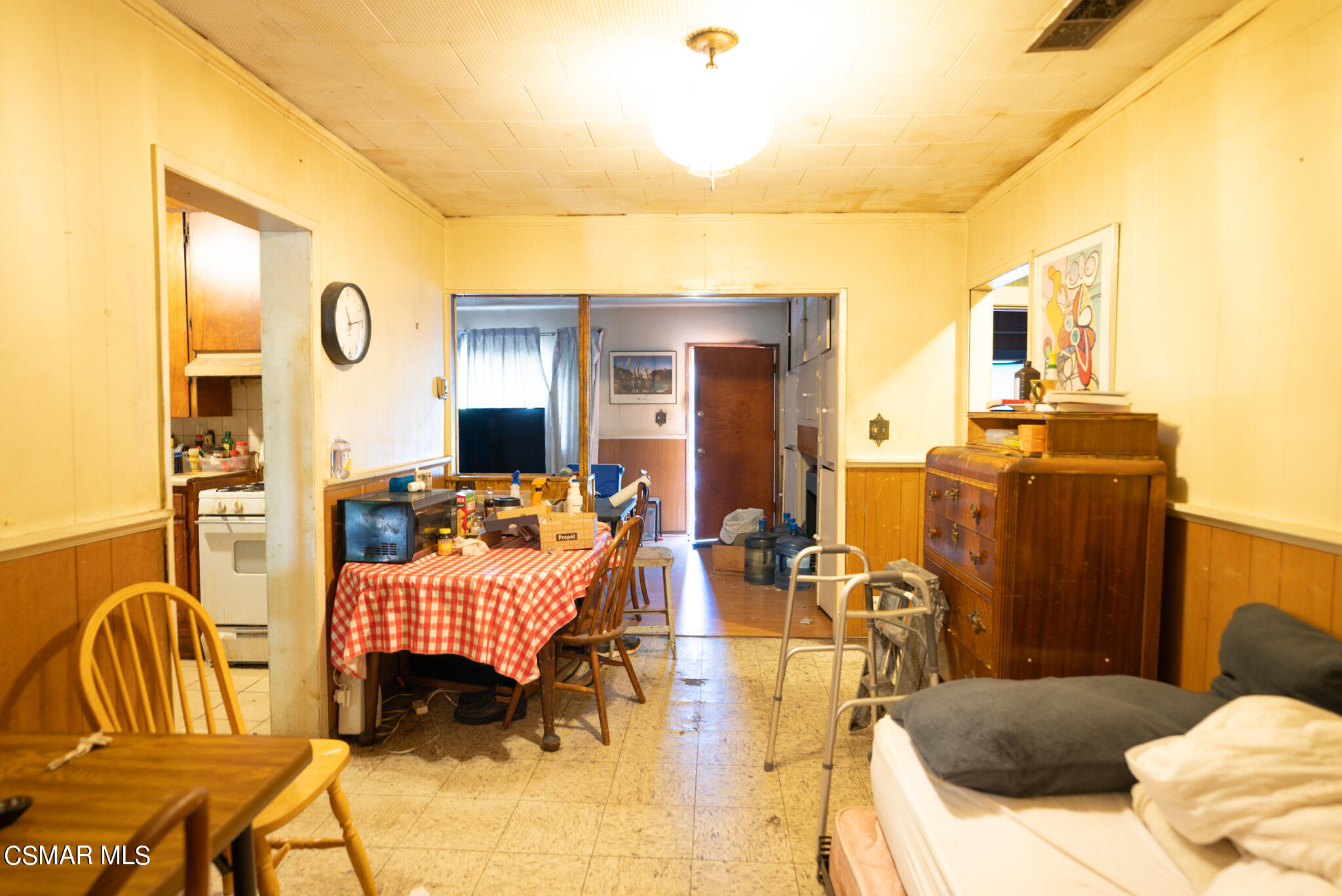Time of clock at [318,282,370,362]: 11:13
